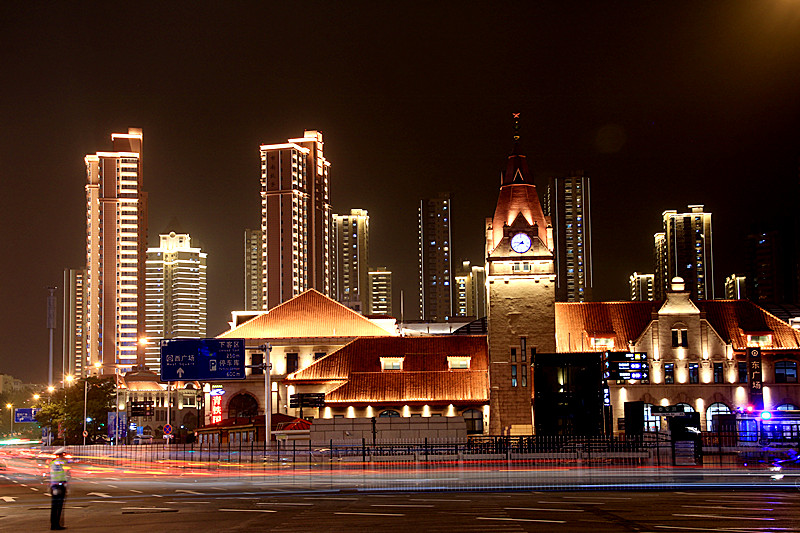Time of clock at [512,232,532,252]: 7:46
